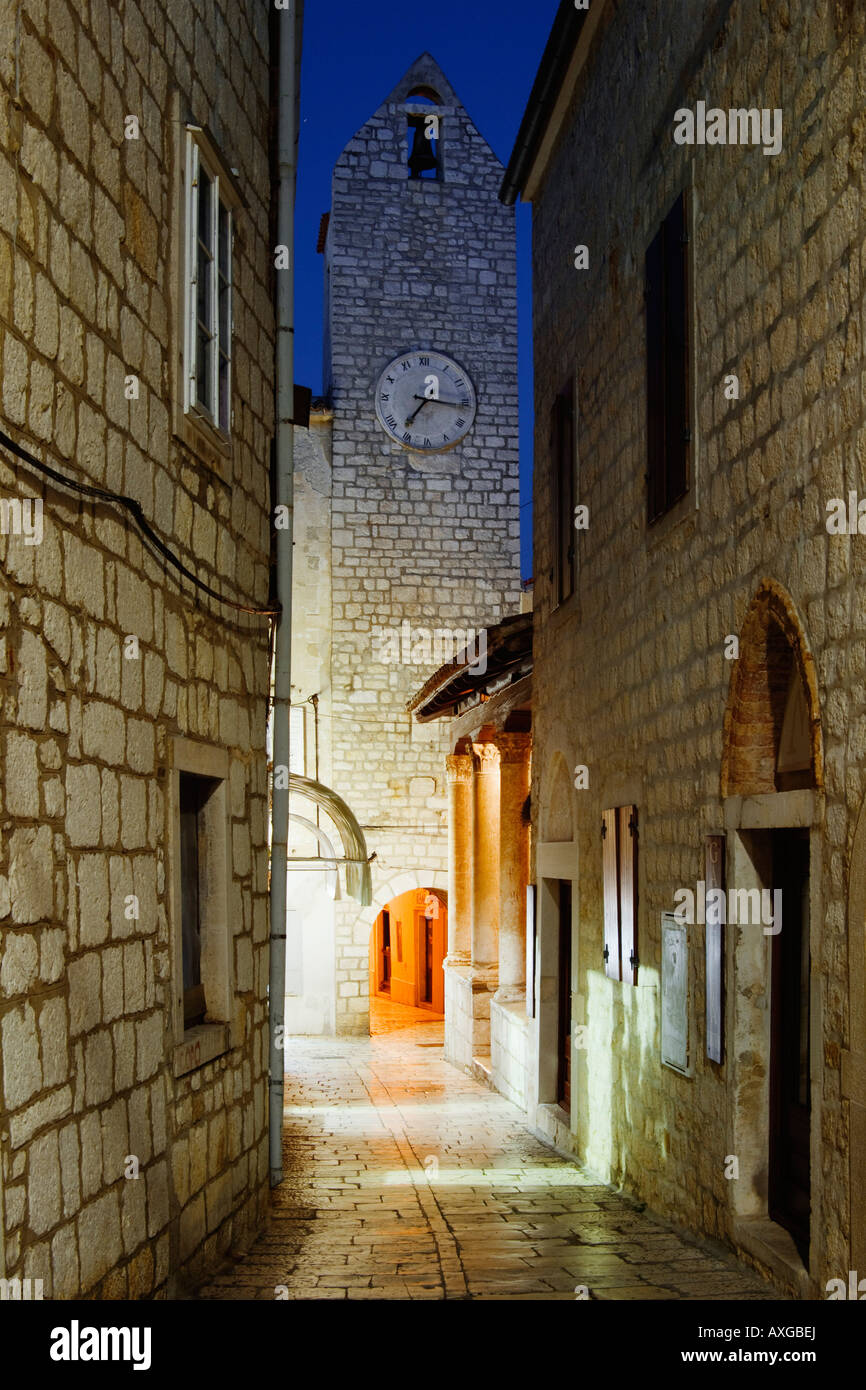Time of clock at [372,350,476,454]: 7:16
